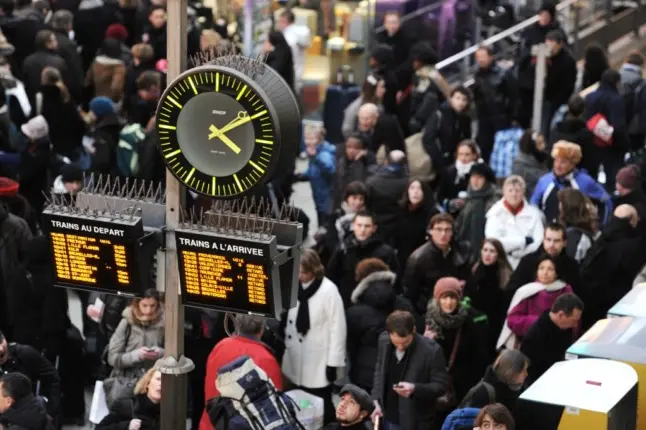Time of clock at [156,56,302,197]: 4:09
